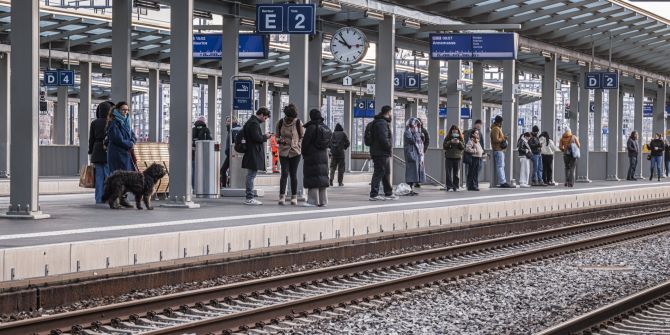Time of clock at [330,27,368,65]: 9:53
